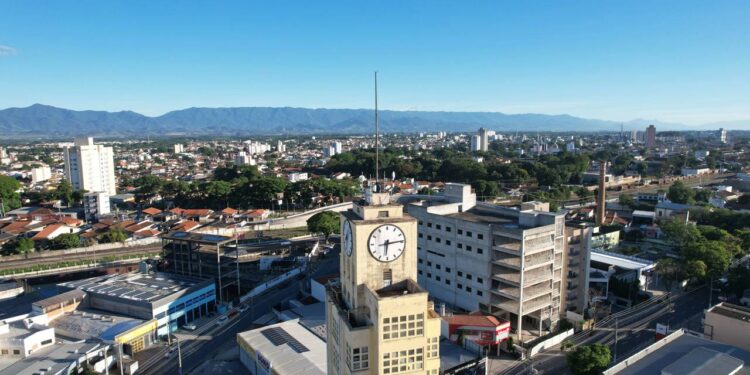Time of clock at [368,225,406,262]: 6:14
